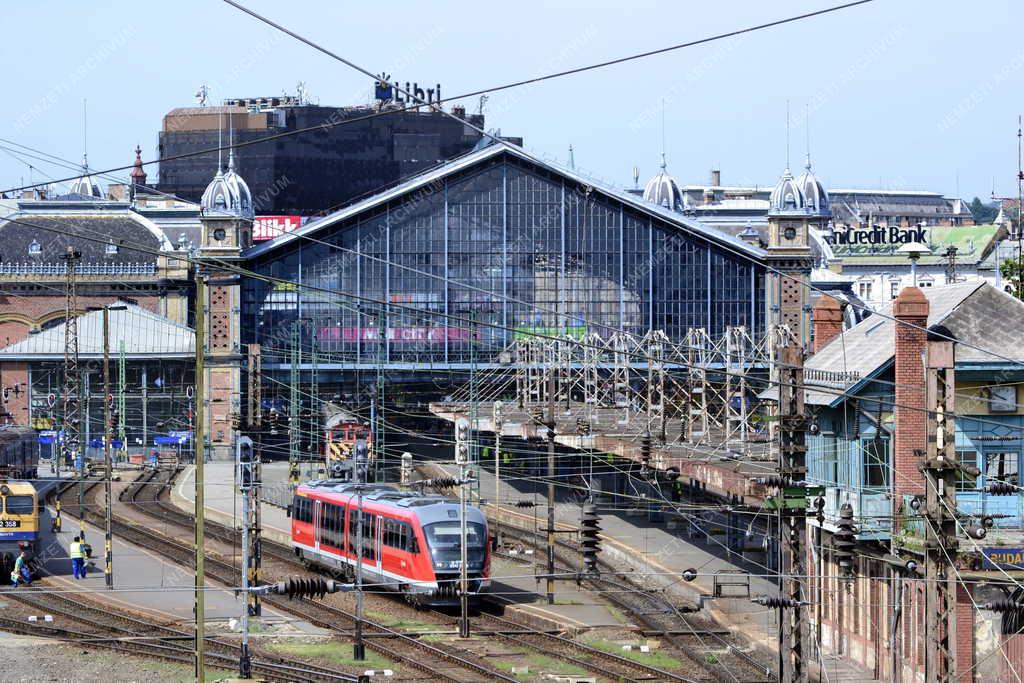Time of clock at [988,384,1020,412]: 9:50
